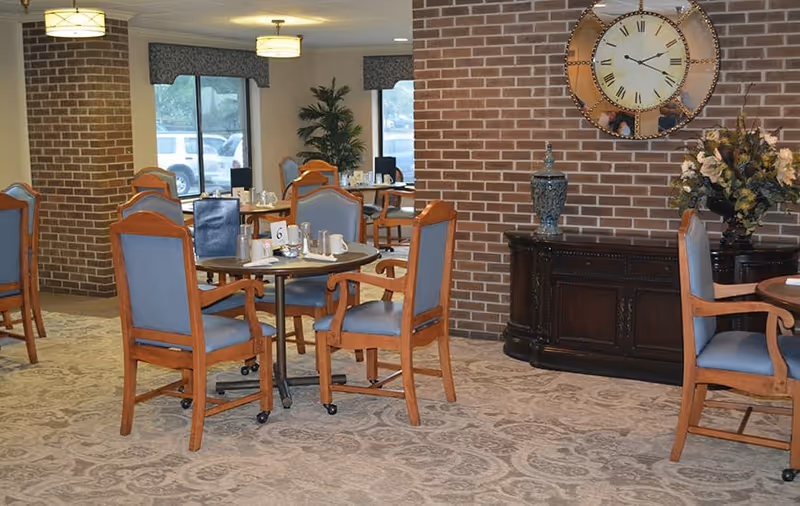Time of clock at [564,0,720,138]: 2:18
